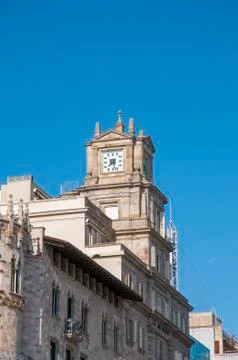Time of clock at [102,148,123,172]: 7:27
